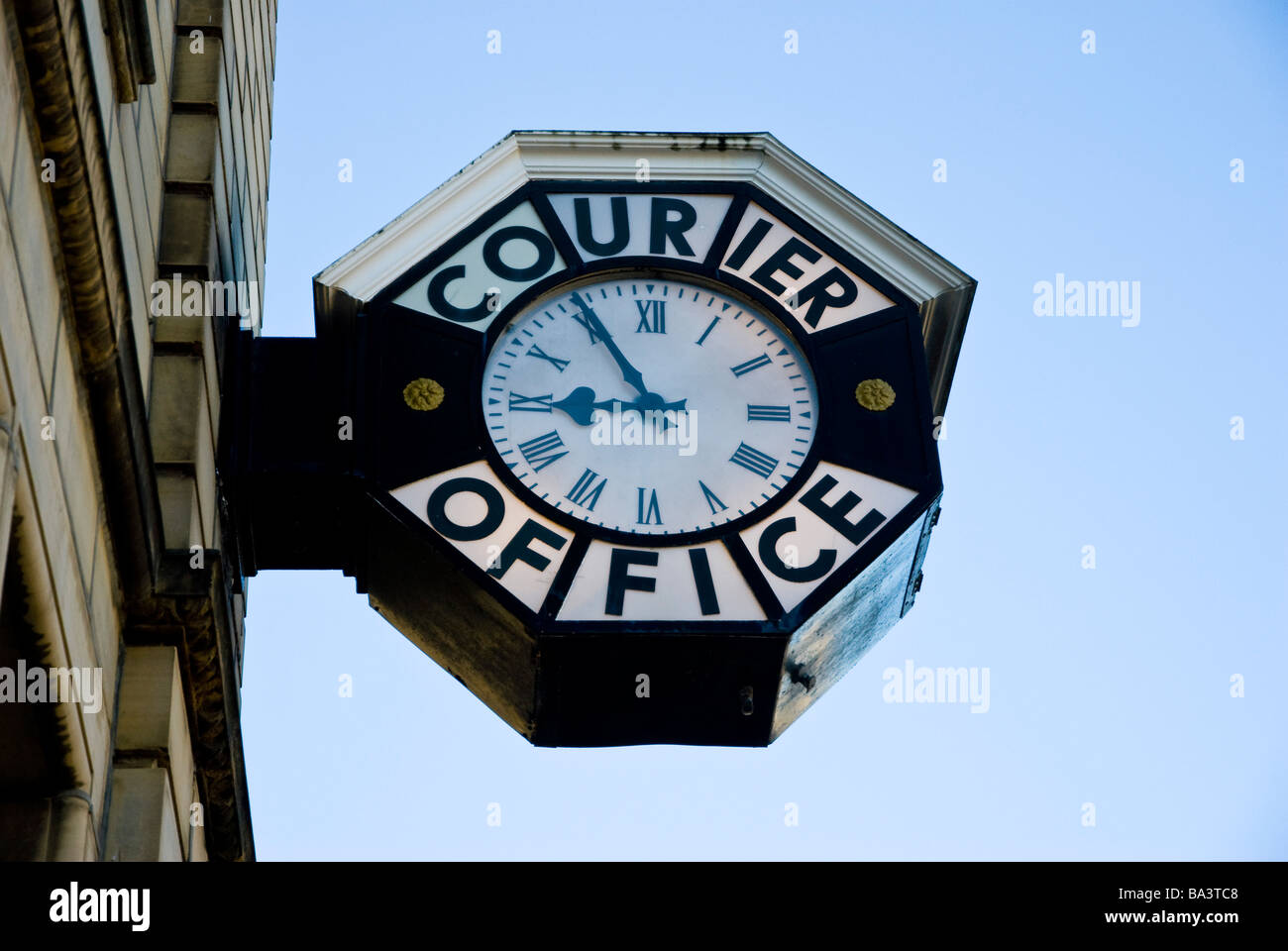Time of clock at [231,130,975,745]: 8:53
